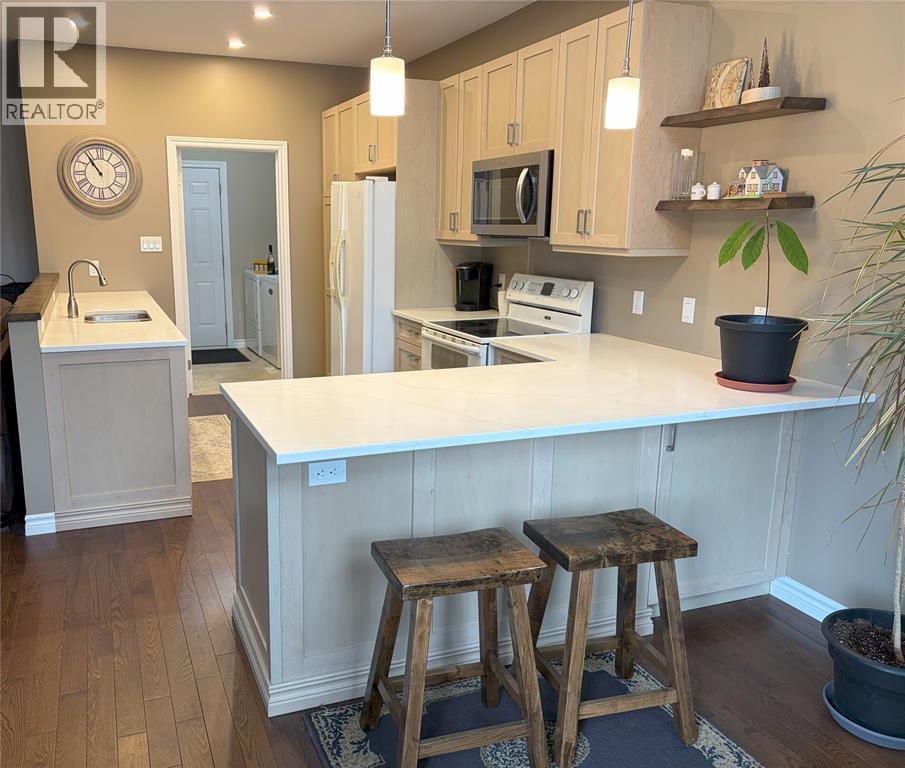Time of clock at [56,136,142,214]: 10:54
